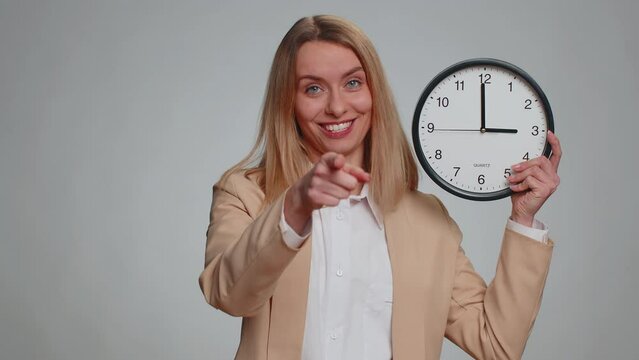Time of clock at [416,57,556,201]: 2:59
